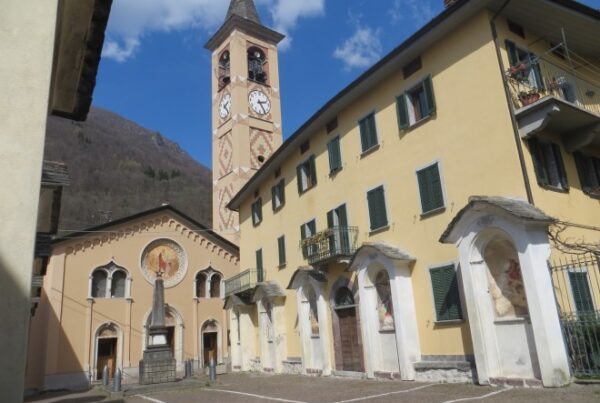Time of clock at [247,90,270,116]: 2:24
